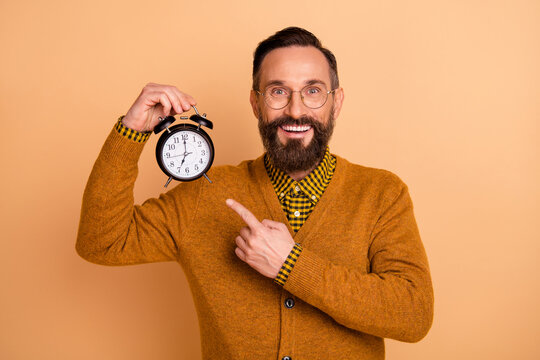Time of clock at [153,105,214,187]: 7:00
